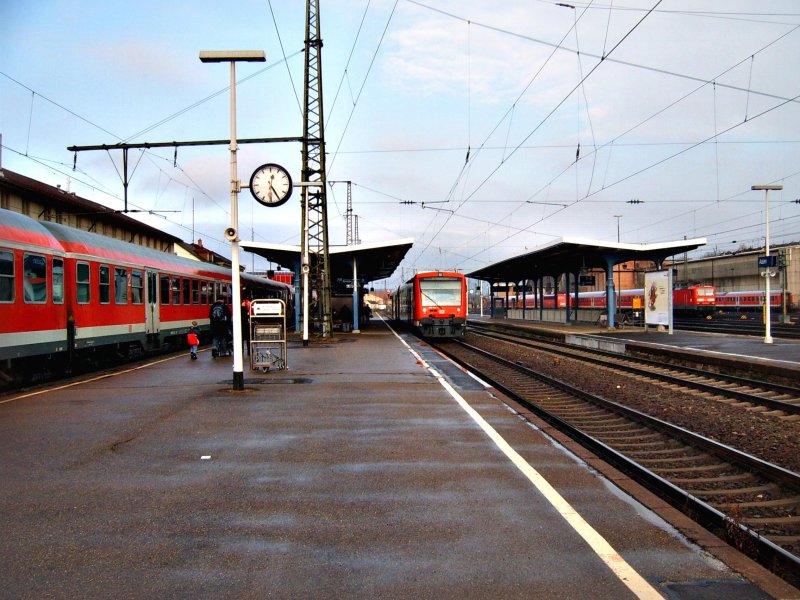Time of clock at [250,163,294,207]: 12:24
